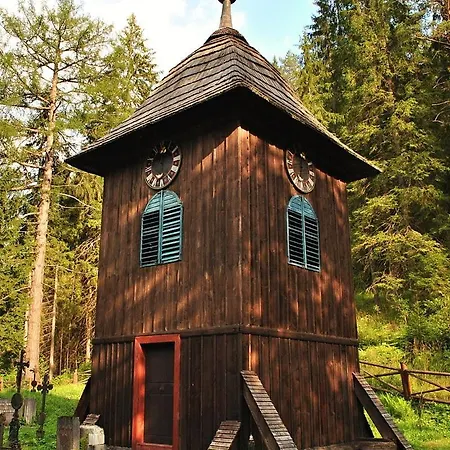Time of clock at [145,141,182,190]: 12:28
